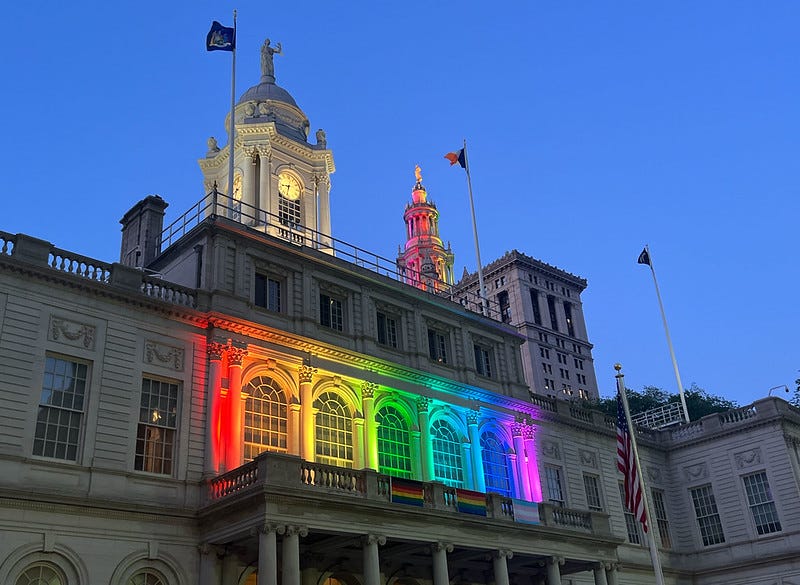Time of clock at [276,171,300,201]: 8:32
